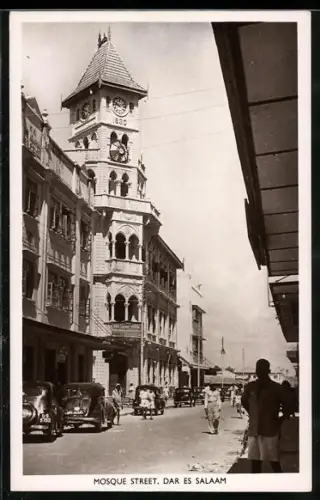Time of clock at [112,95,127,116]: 9:12
